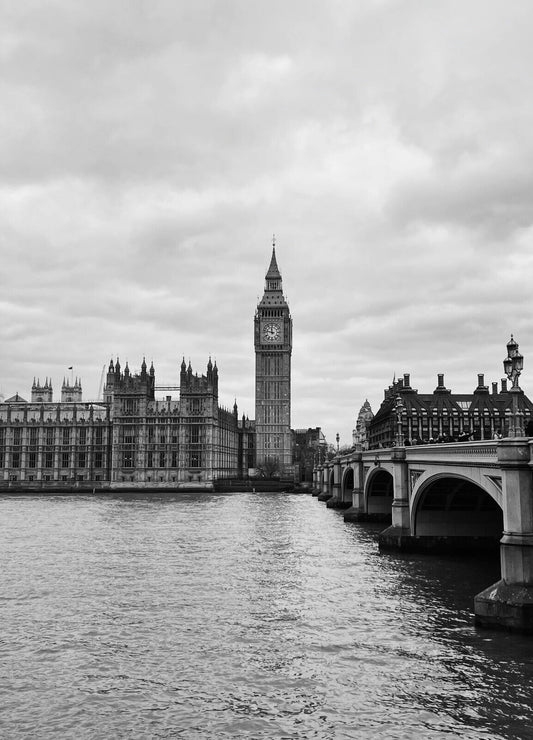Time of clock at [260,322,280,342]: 11:47
